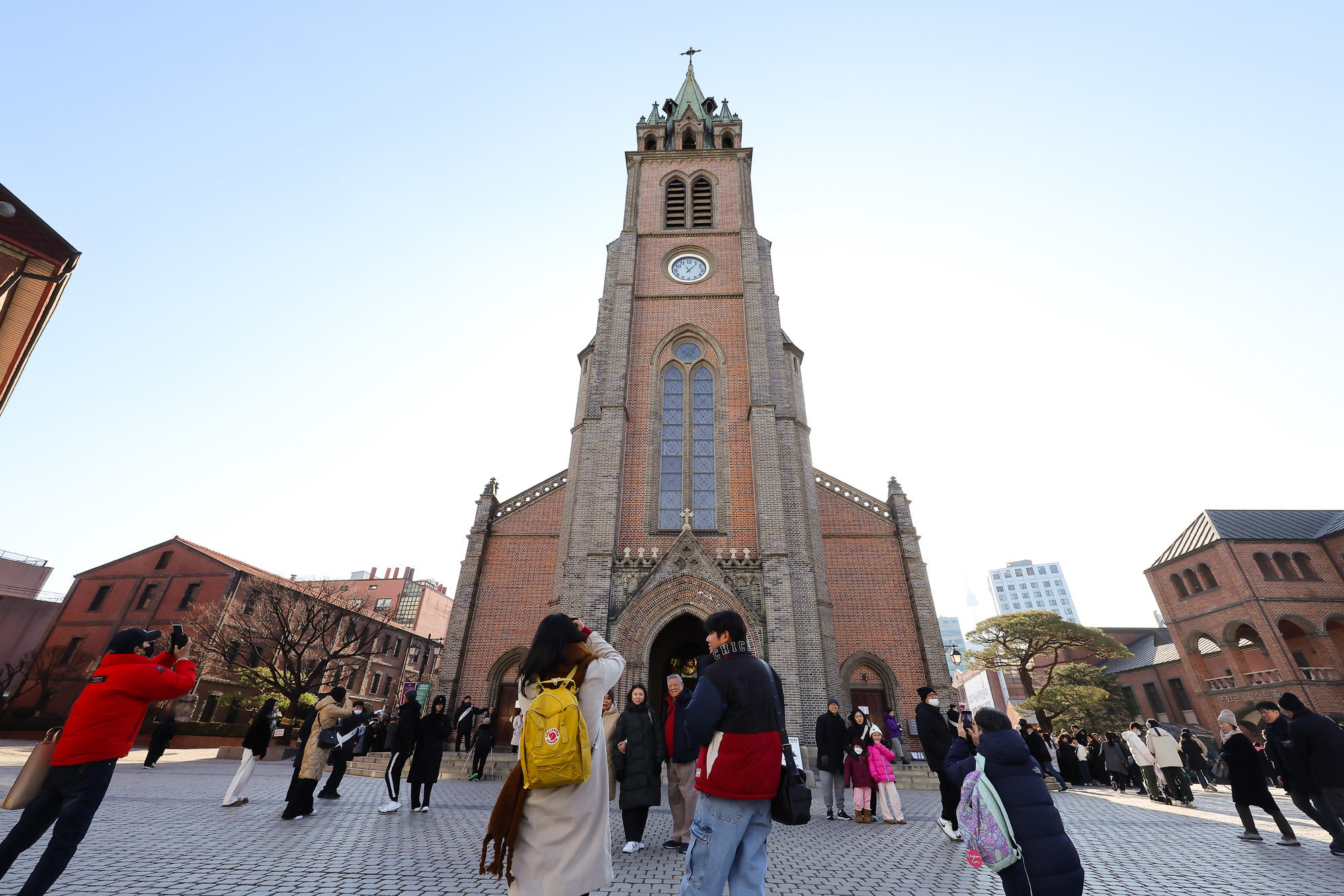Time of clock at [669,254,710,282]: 11:06
